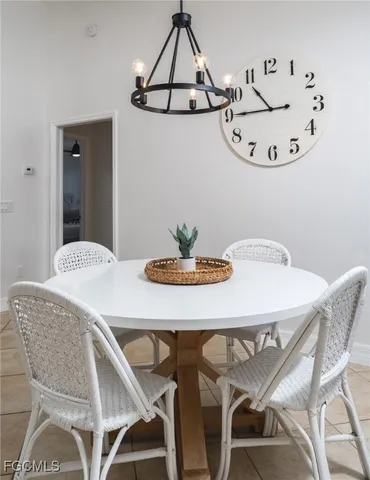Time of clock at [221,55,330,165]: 10:45
